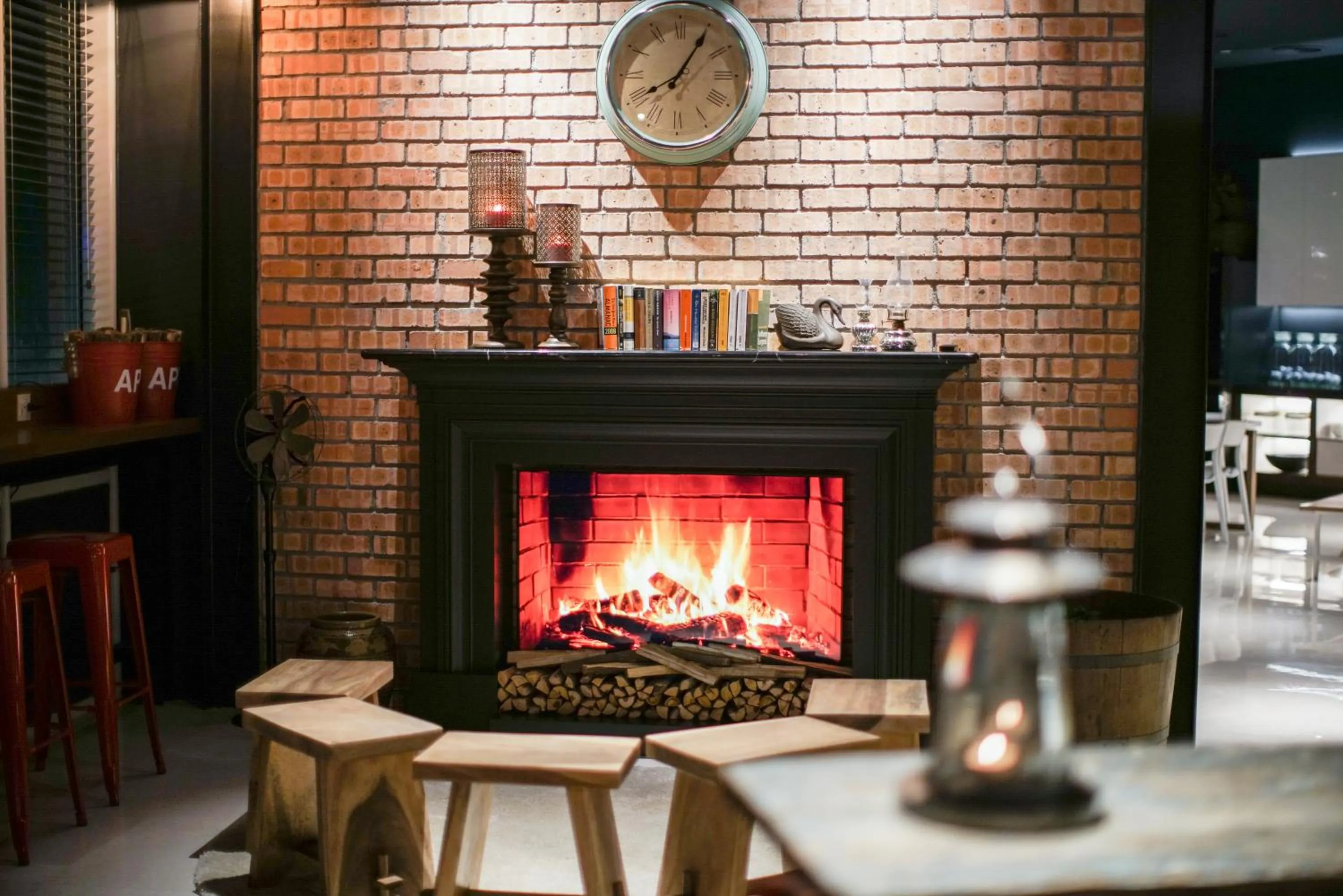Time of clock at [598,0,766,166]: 8:05
